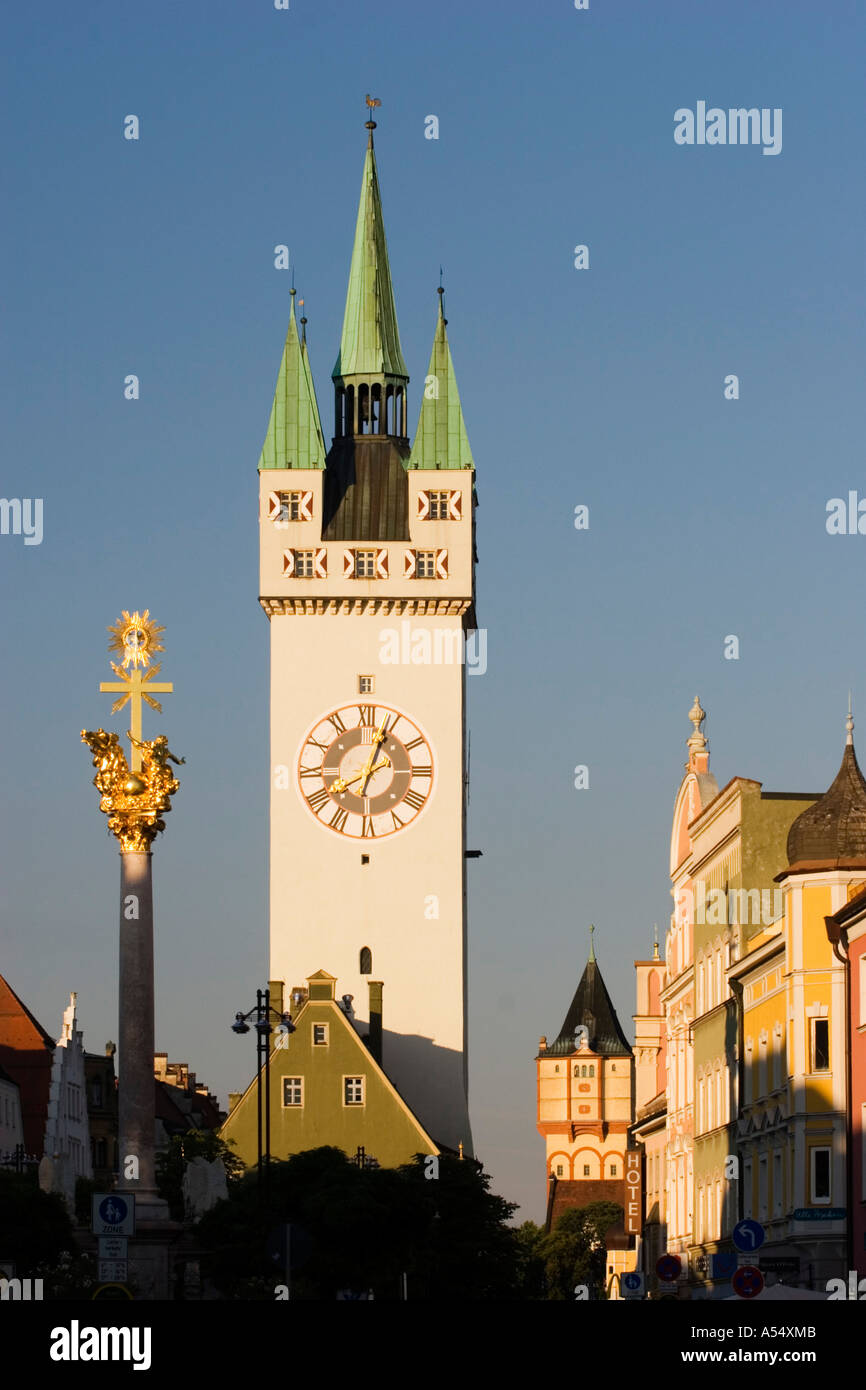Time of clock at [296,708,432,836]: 1:03
